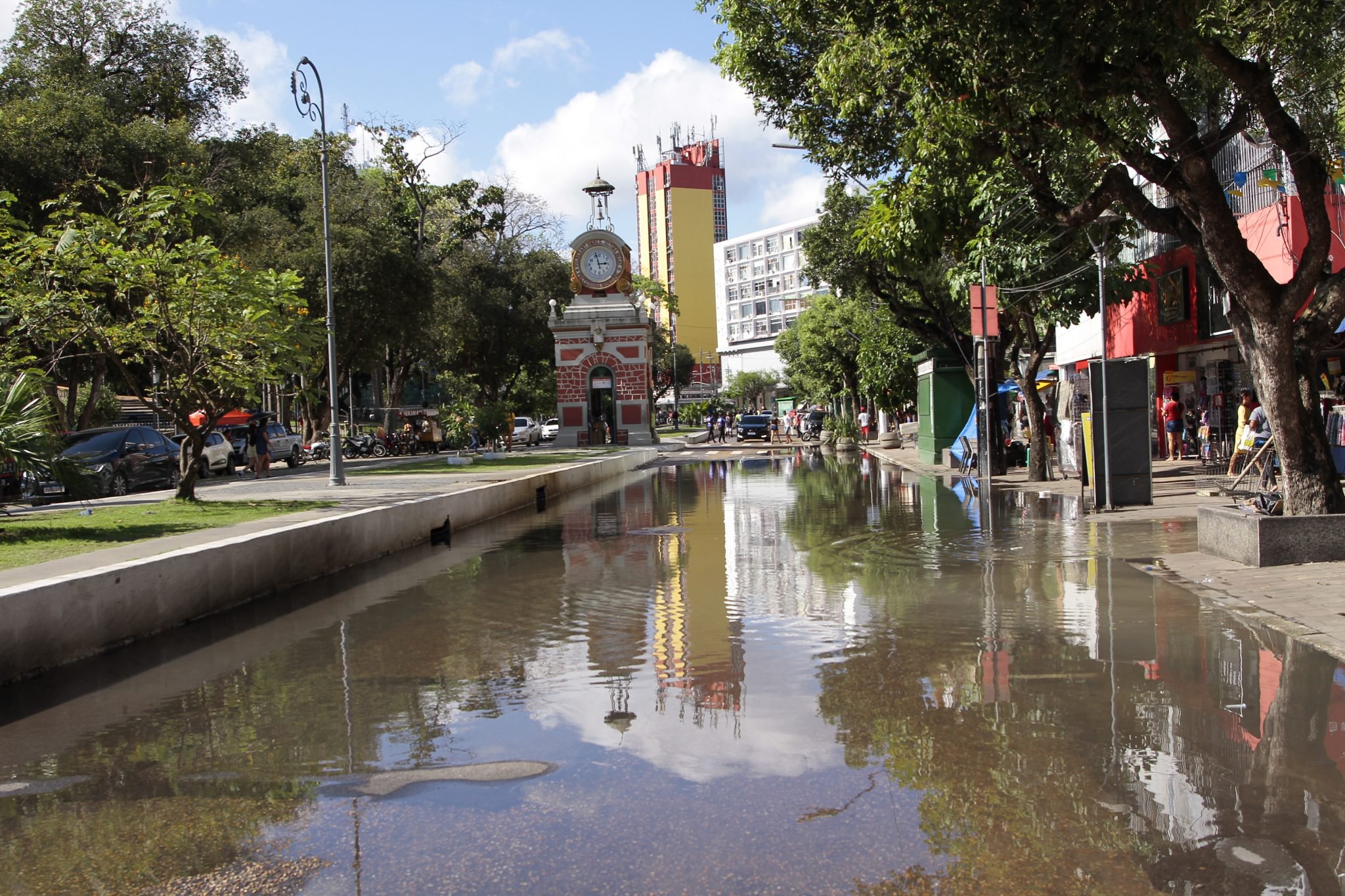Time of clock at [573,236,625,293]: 2:57
